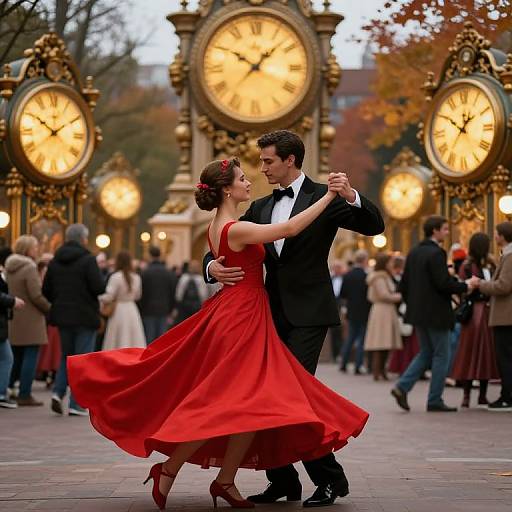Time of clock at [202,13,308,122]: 10:07
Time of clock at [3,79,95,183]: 10:01
